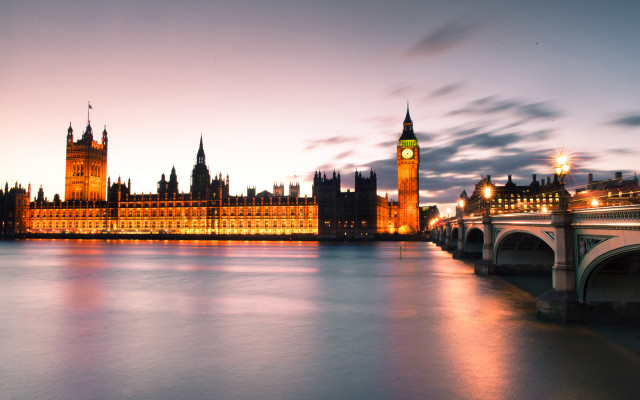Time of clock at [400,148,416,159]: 4:37
